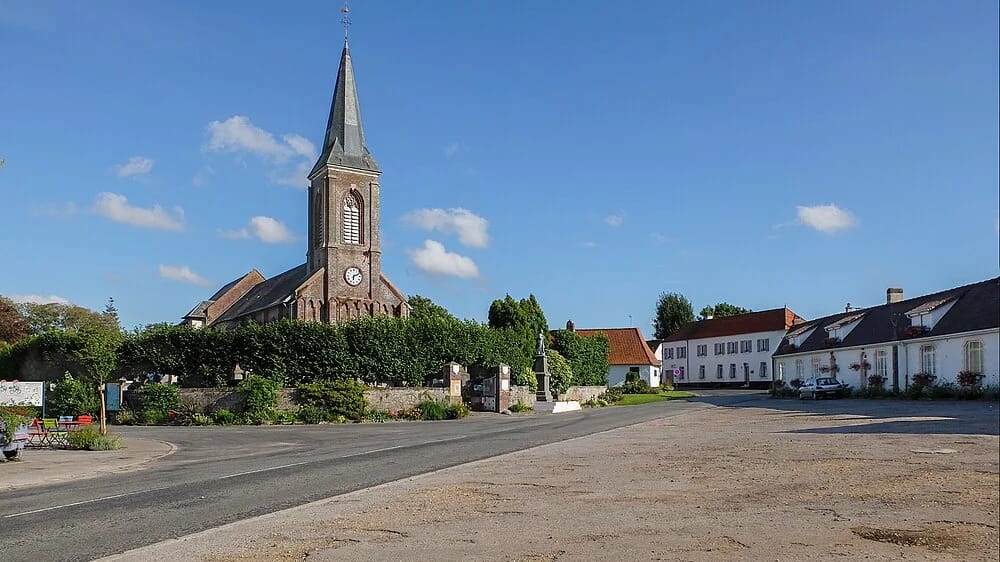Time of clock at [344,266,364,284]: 6:11
